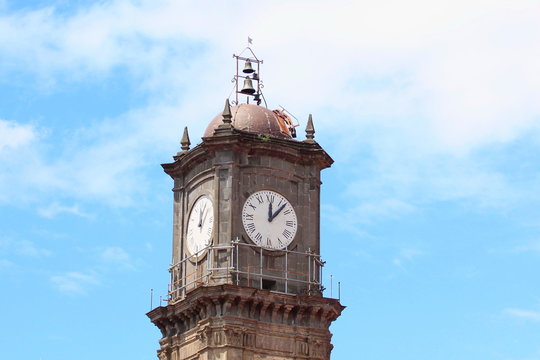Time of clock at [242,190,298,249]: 12:07
